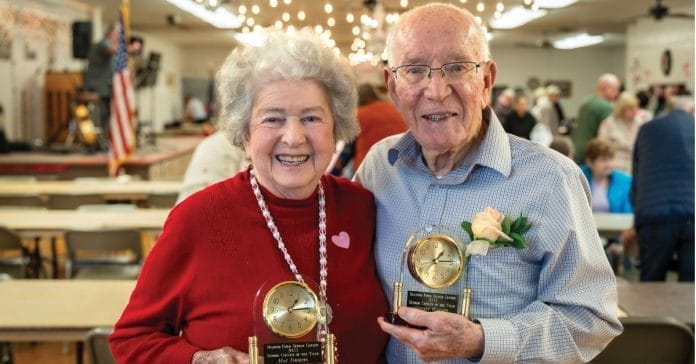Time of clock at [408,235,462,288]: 1:13
